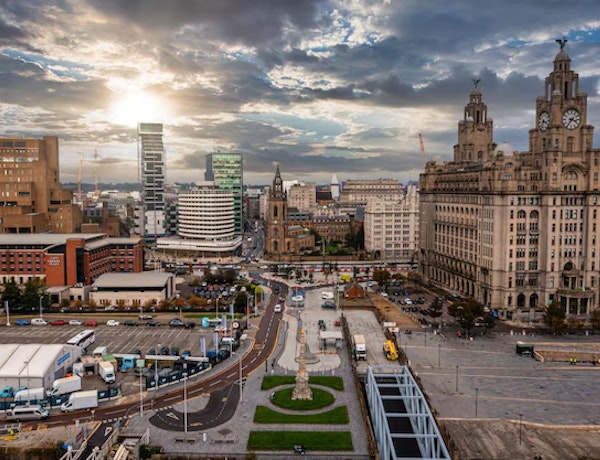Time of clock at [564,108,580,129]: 3:35
